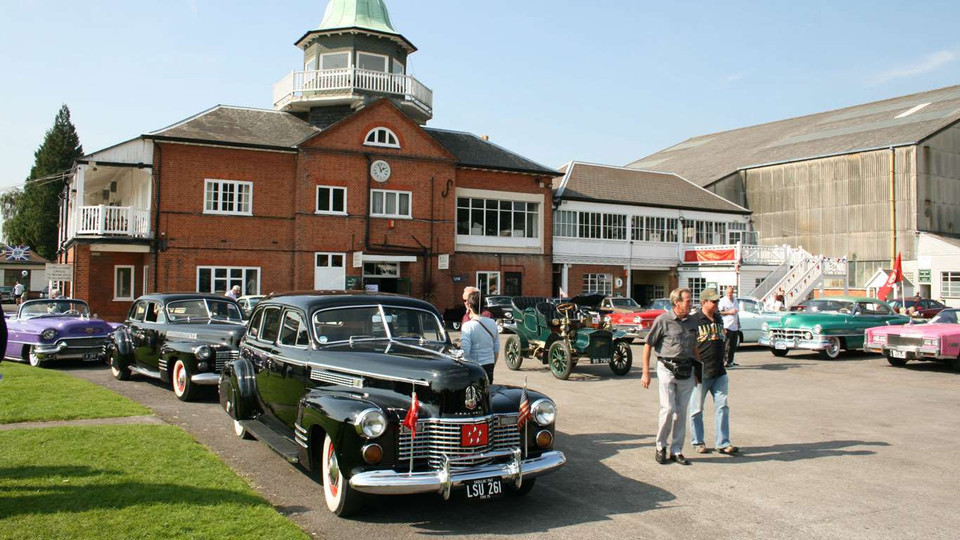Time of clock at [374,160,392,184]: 1:56
